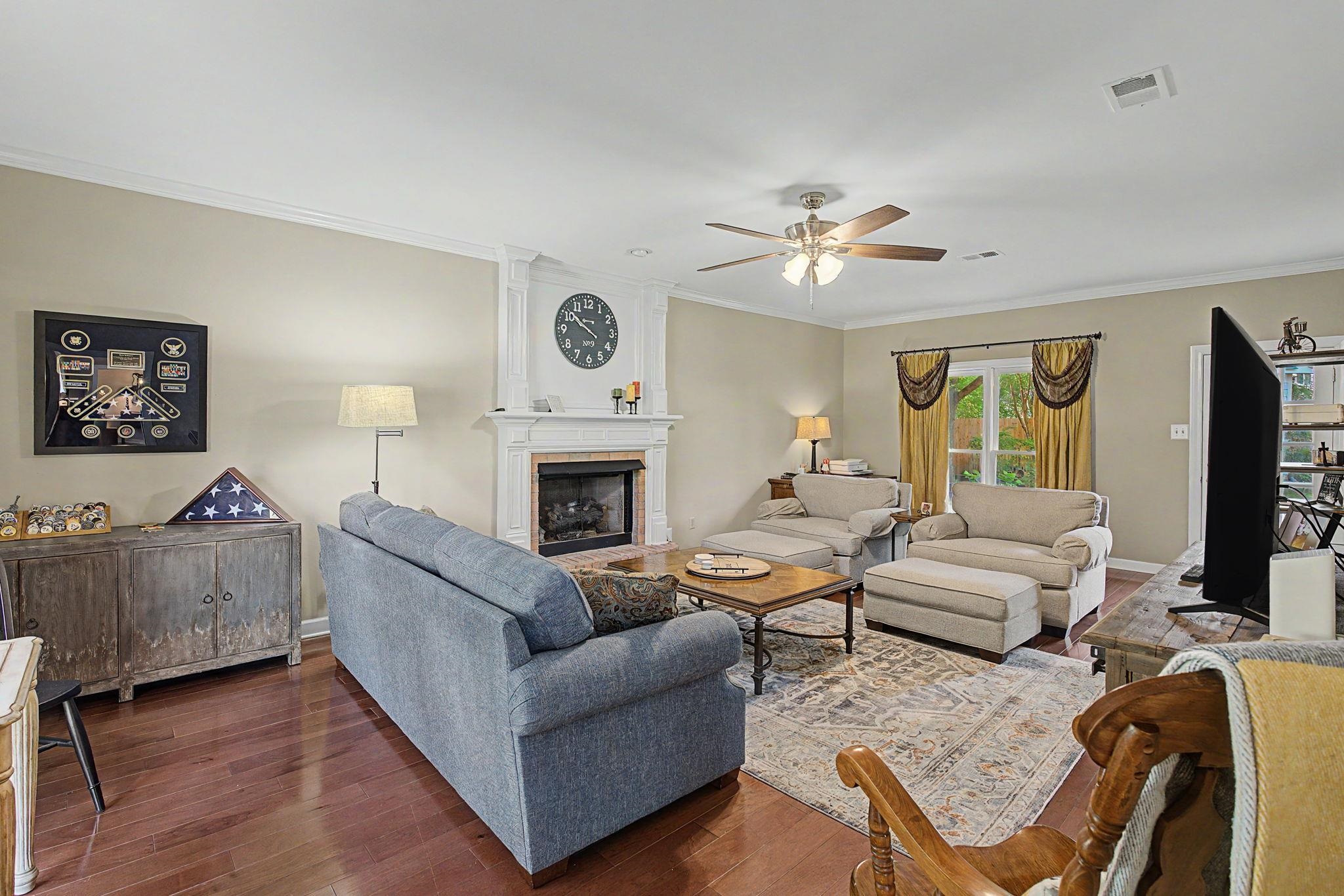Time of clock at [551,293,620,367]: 9:51
